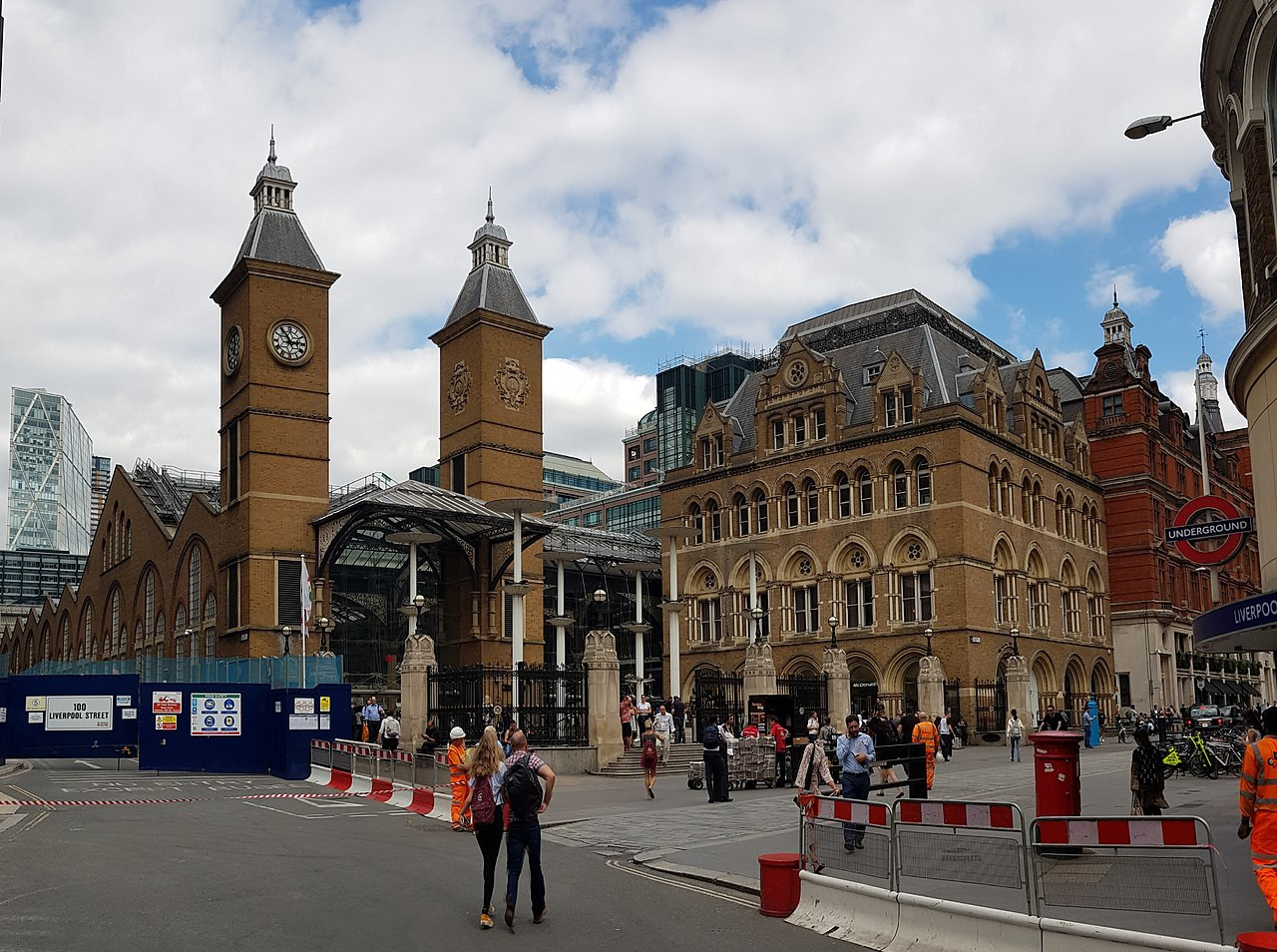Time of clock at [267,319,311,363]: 2:54
